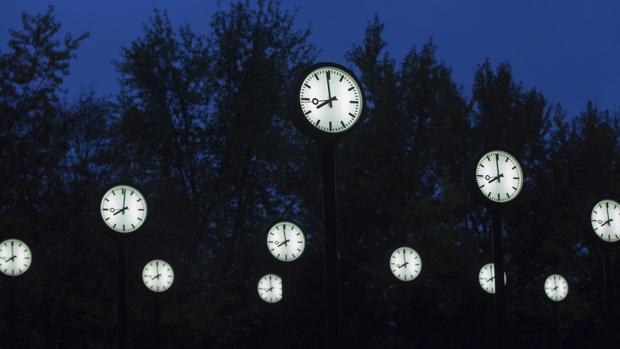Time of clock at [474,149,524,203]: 7:59
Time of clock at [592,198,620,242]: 7:59
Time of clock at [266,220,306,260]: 7:59
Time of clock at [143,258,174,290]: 7:59
